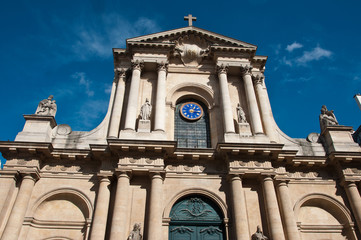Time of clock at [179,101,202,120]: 1:16
